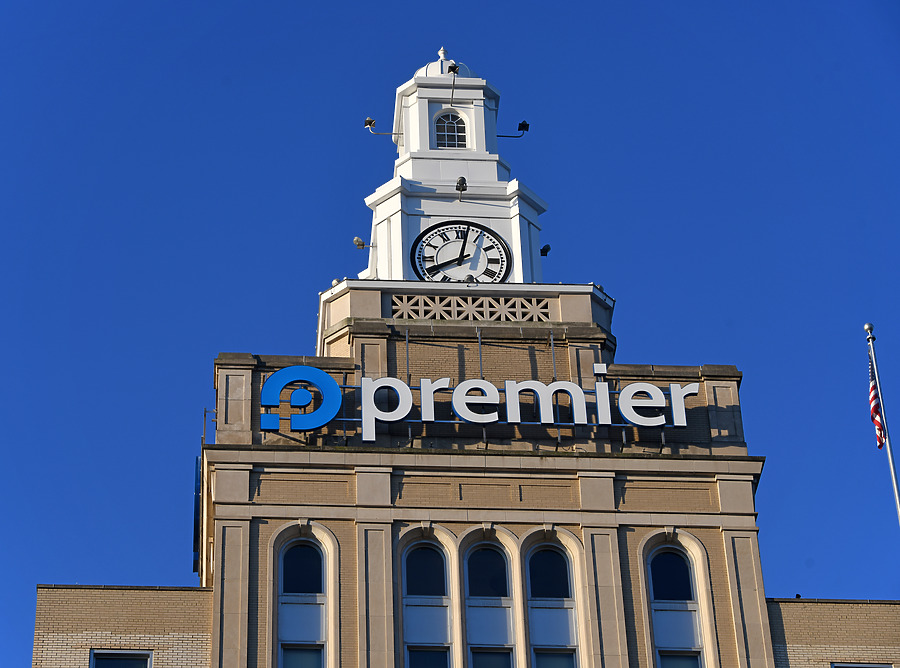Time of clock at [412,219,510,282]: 8:01
